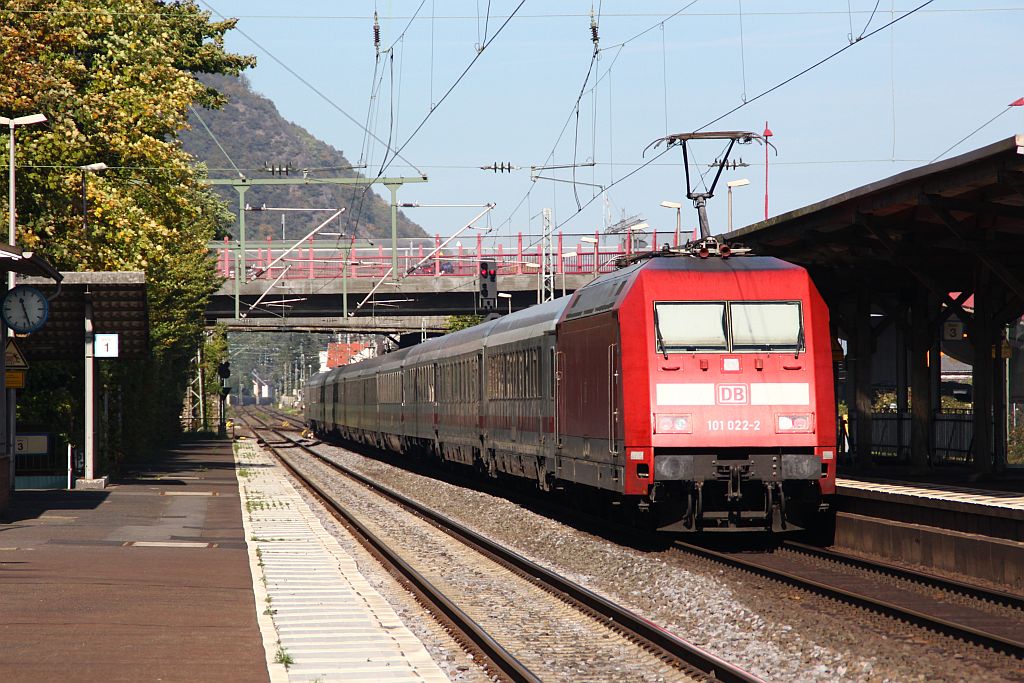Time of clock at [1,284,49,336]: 11:26
